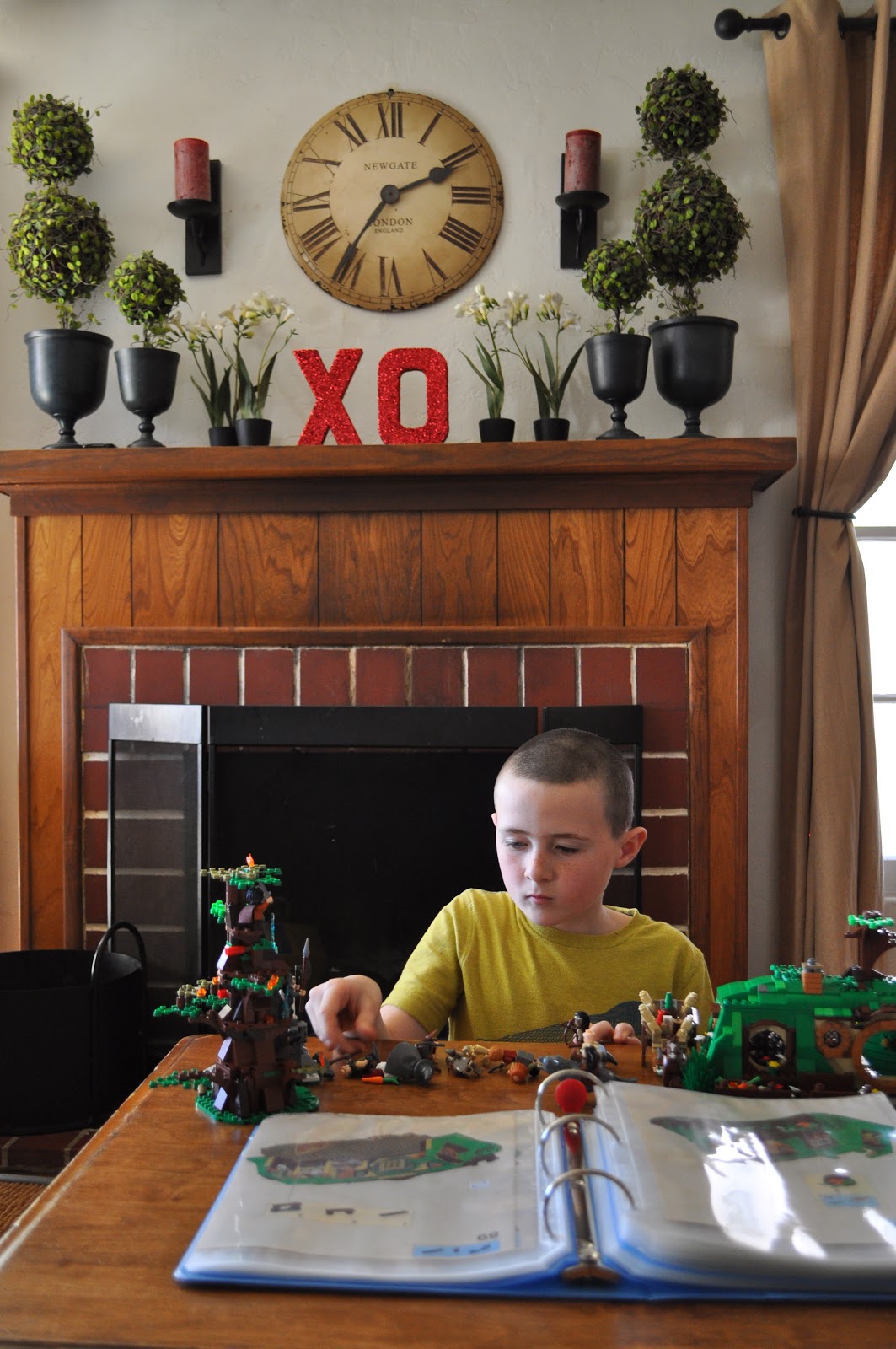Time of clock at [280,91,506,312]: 7:10
